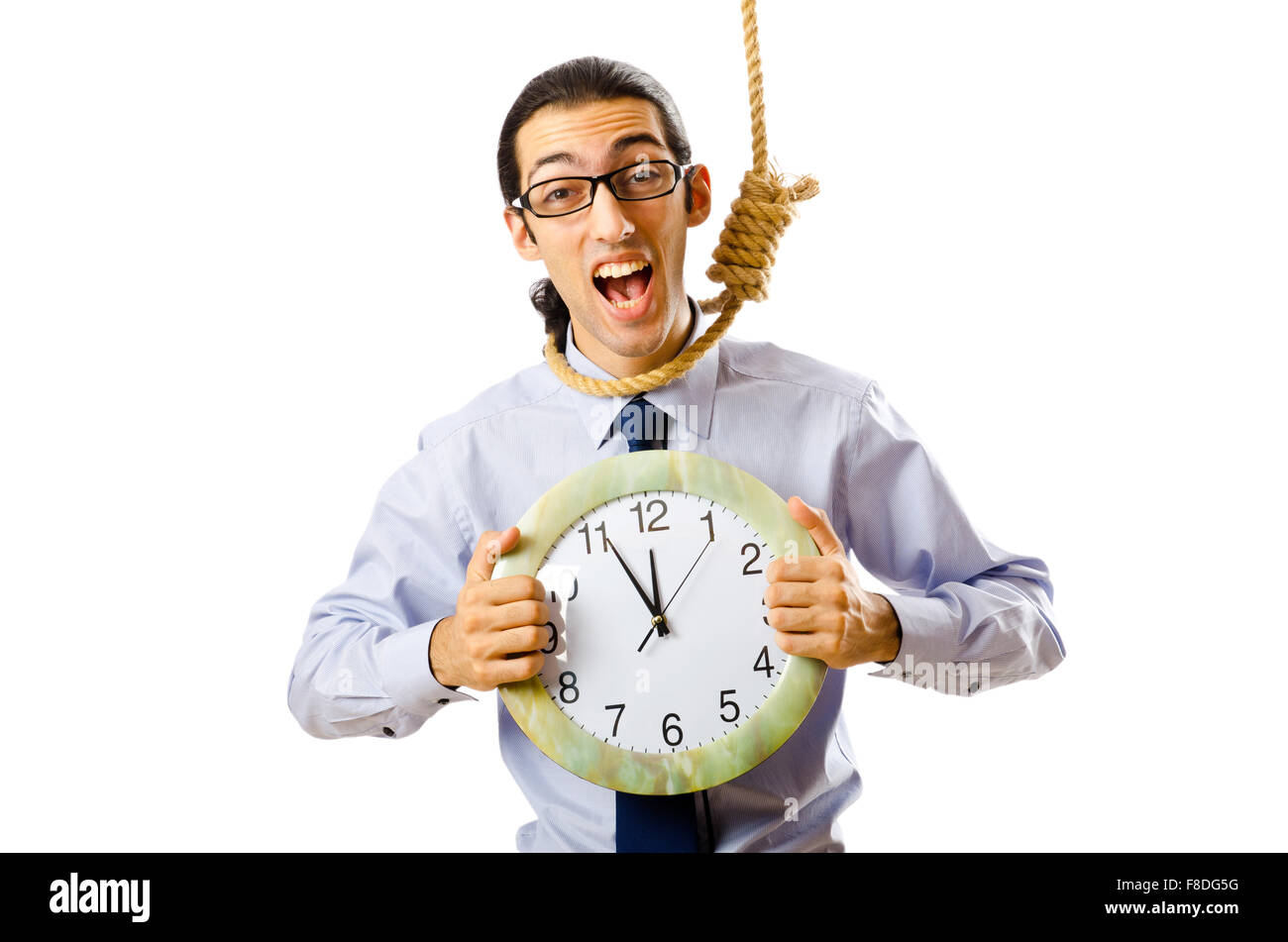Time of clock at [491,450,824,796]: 11:55
